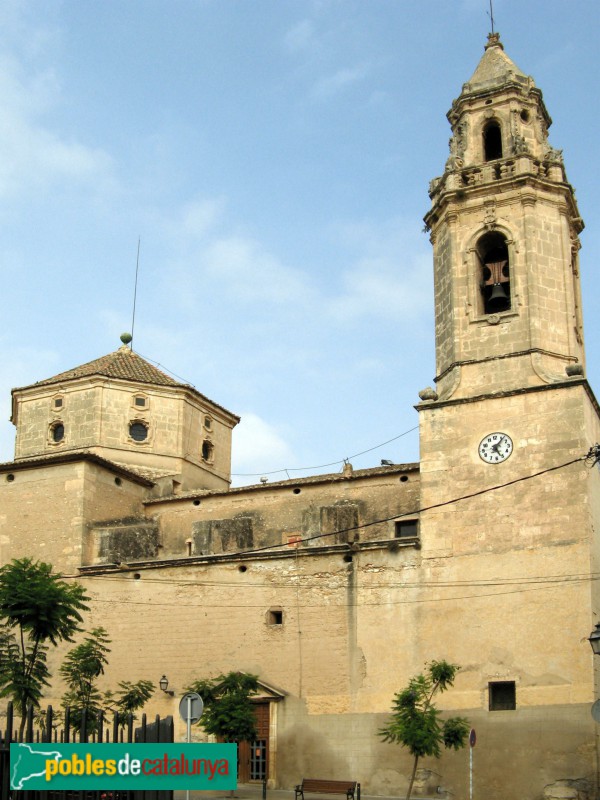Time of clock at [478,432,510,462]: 5:06
